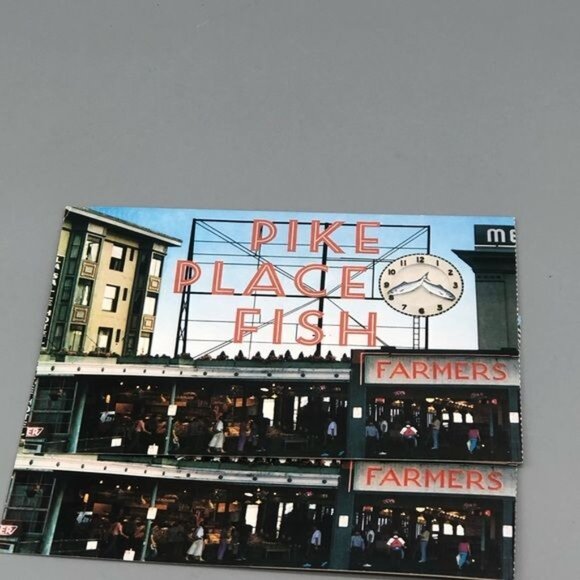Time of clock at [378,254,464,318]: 8:19
